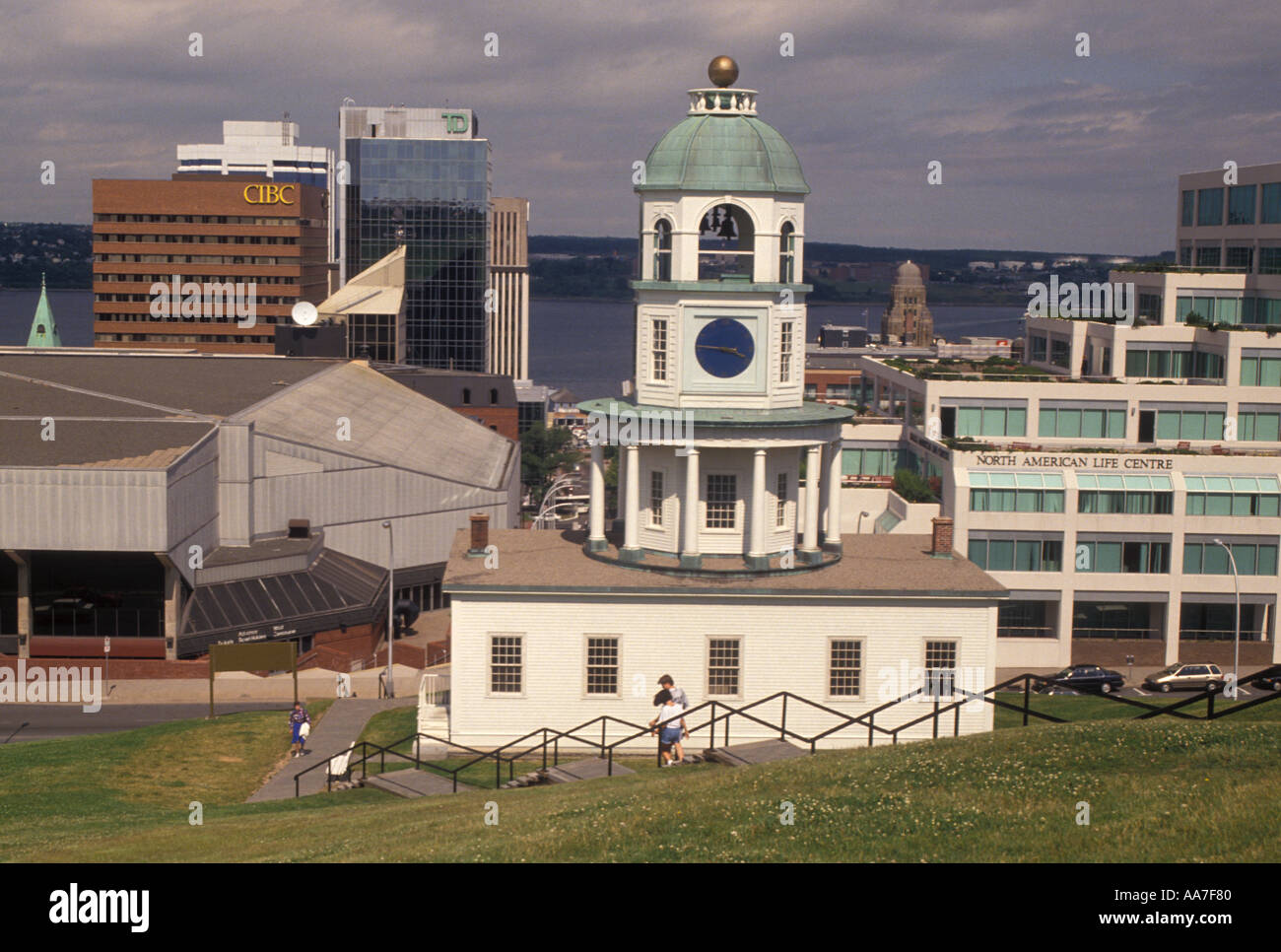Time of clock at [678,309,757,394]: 3:45
